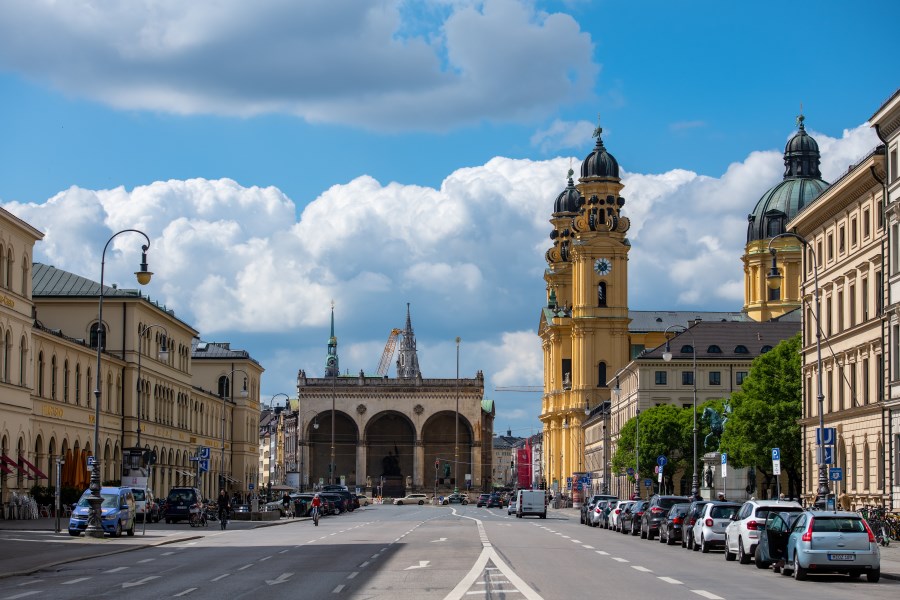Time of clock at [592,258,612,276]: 1:36
